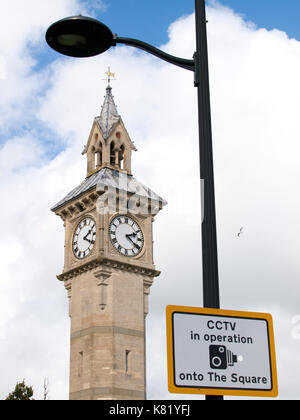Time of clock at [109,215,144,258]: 2:21
